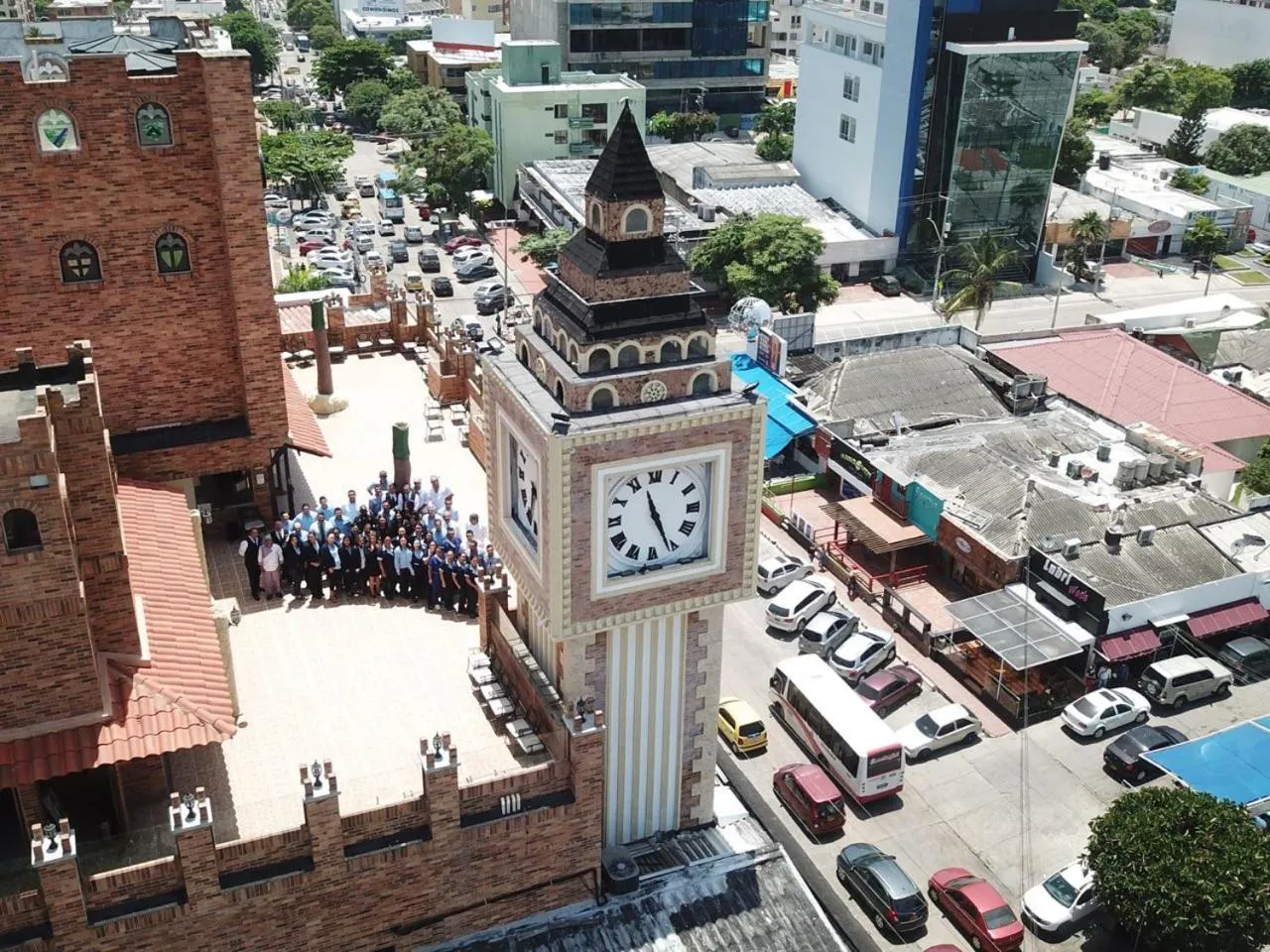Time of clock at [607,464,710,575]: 11:26
